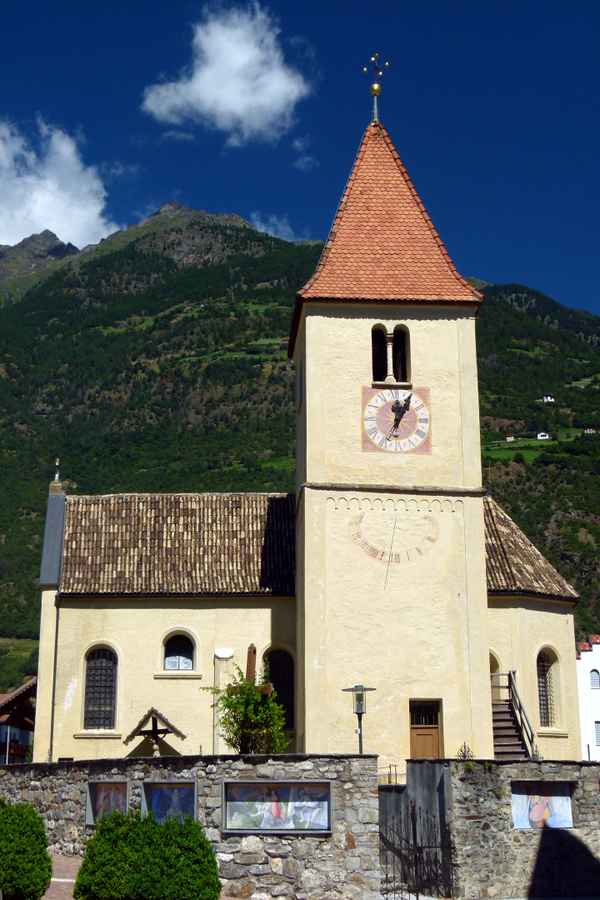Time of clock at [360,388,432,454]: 1:05
